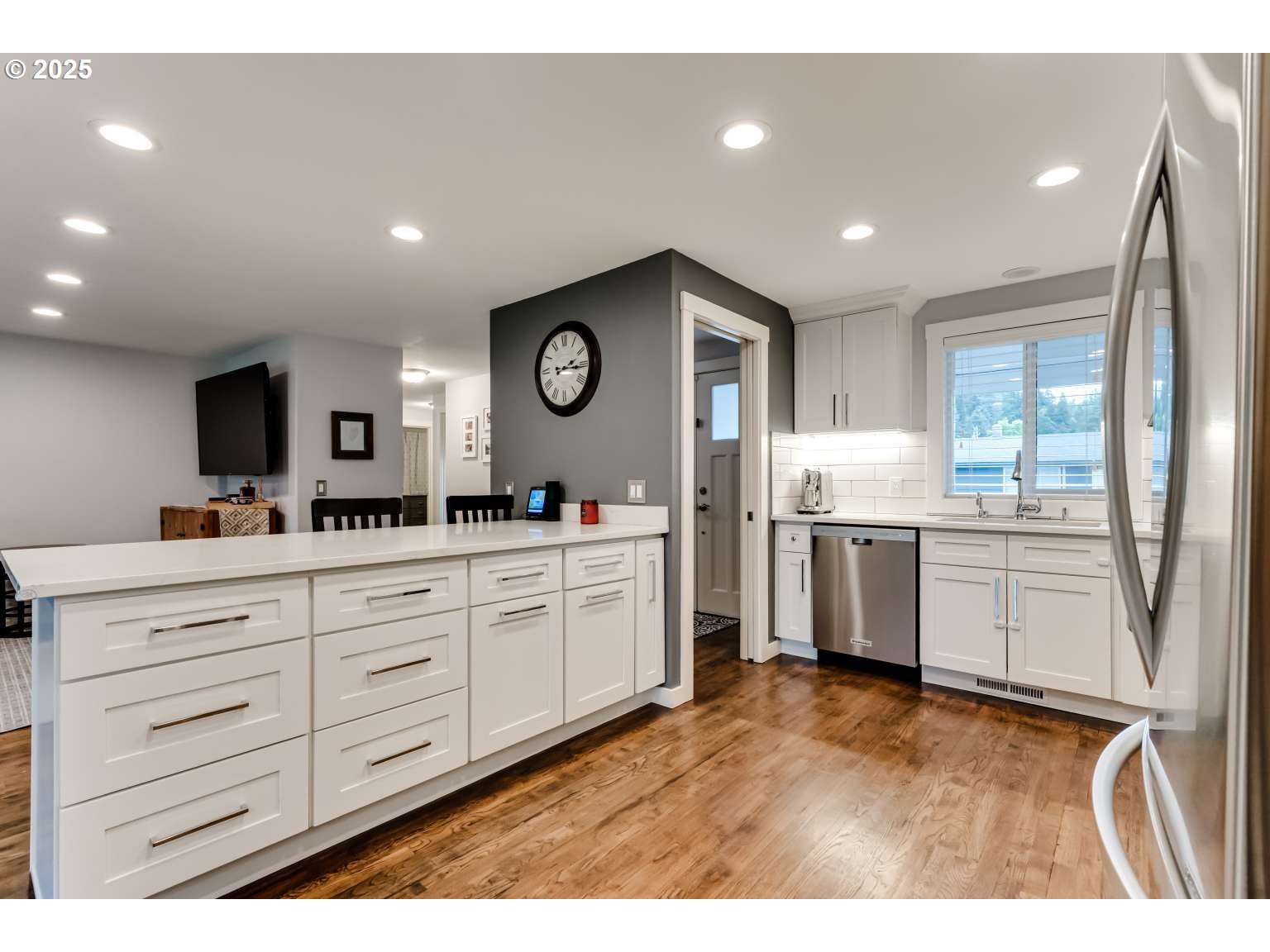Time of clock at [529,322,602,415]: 2:15
